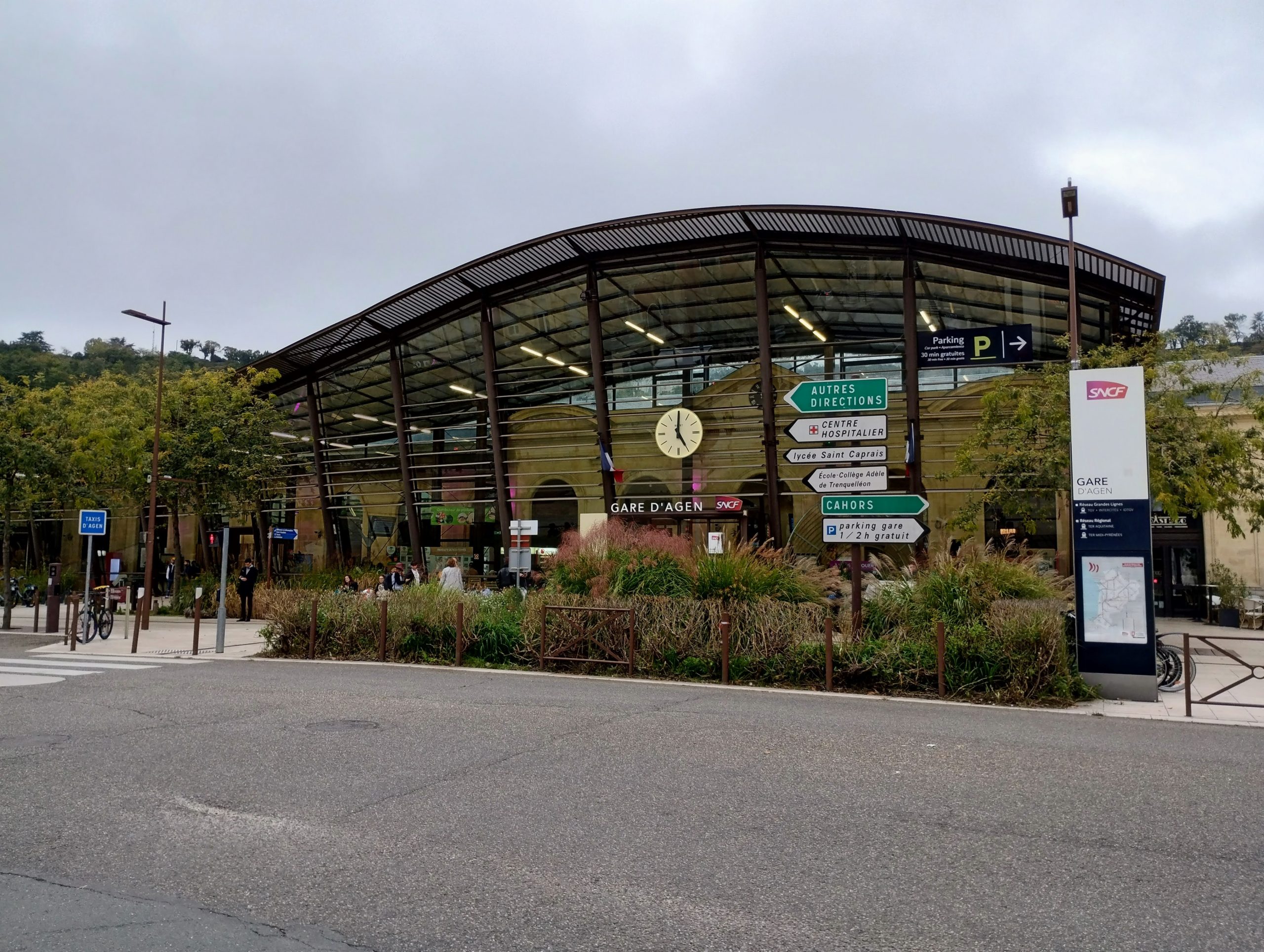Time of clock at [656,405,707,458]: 5:00
